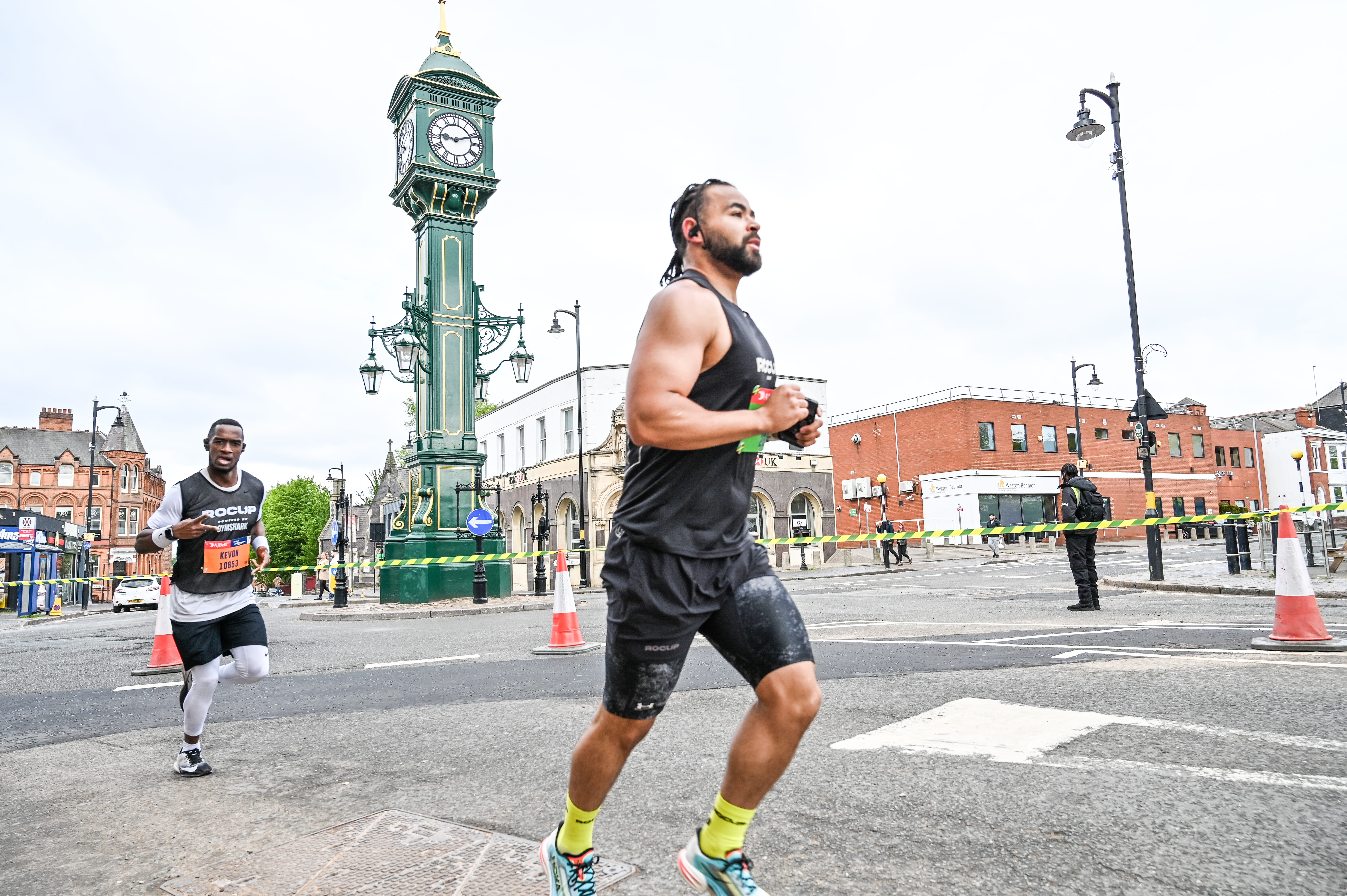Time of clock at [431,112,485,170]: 9:11
